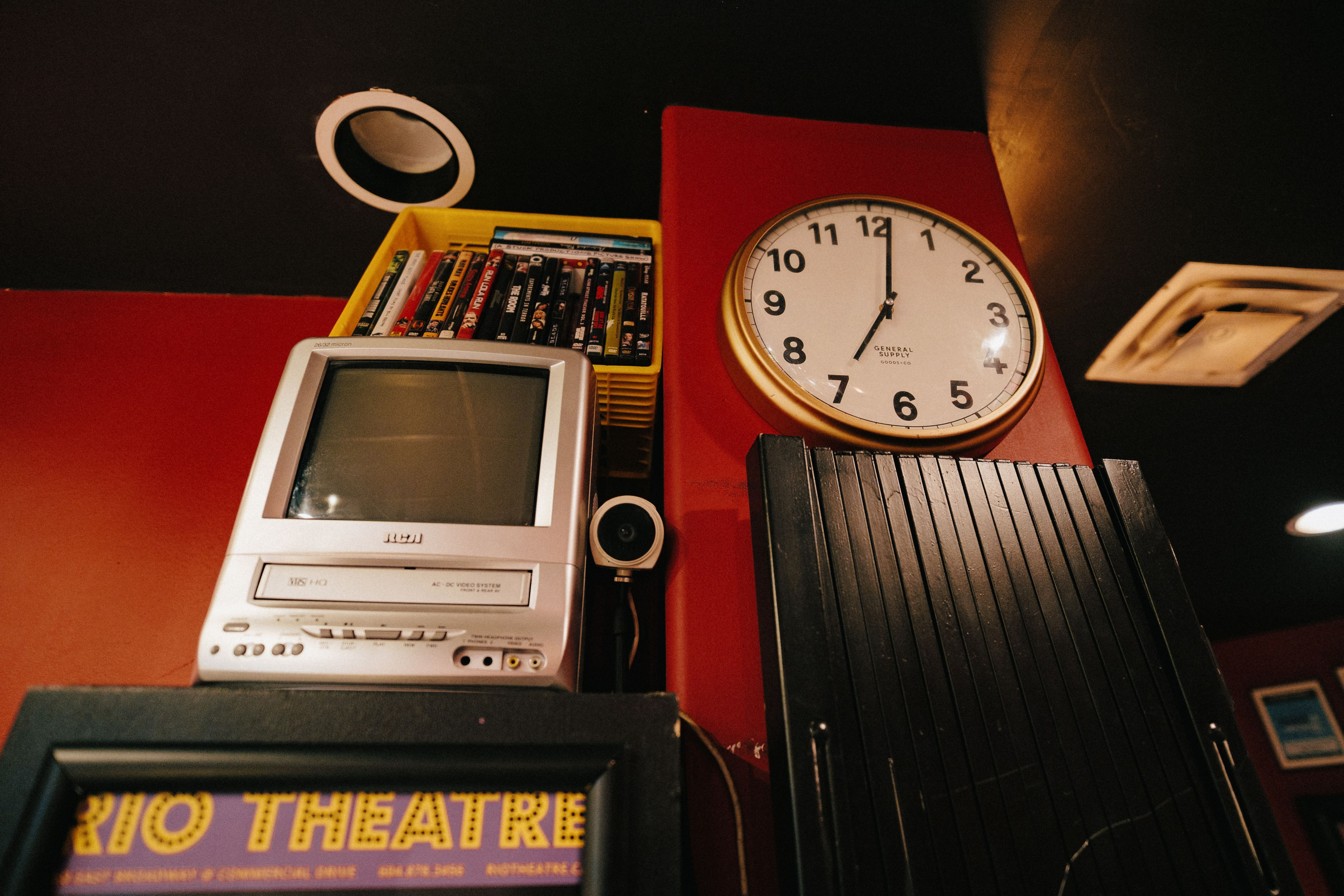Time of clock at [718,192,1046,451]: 7:01
